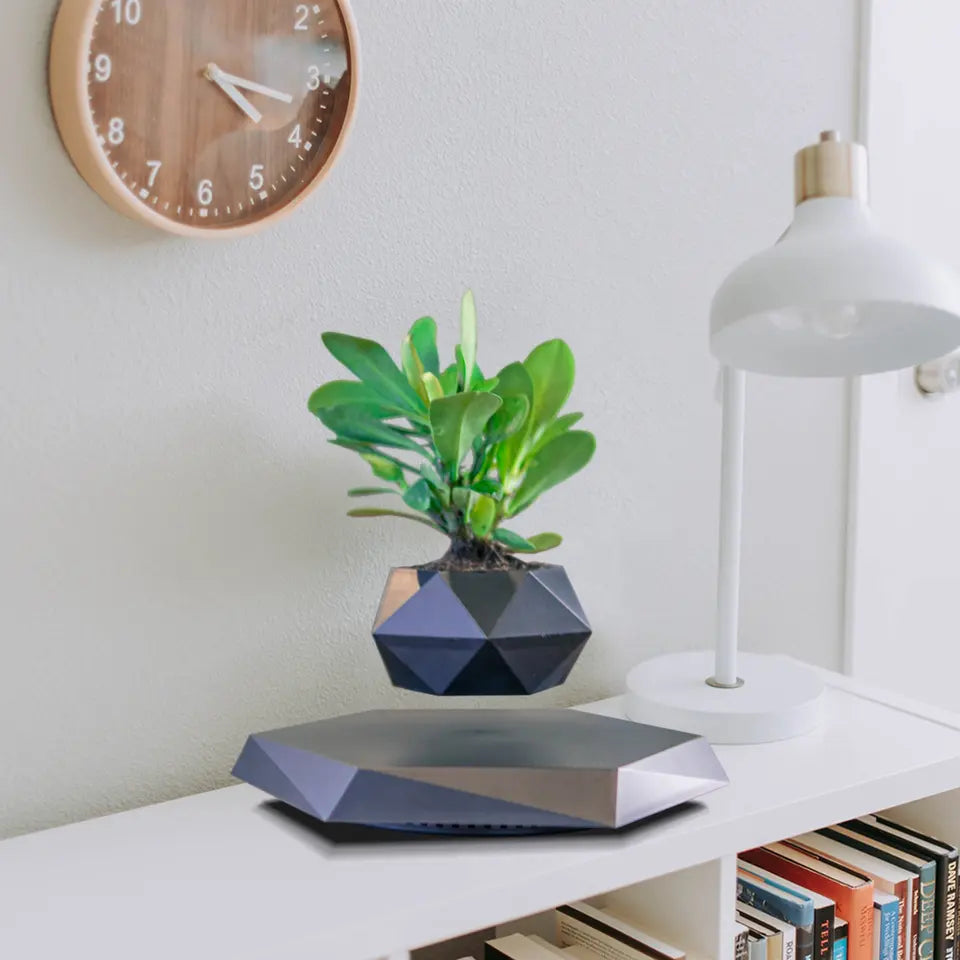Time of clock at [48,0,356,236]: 4:17
